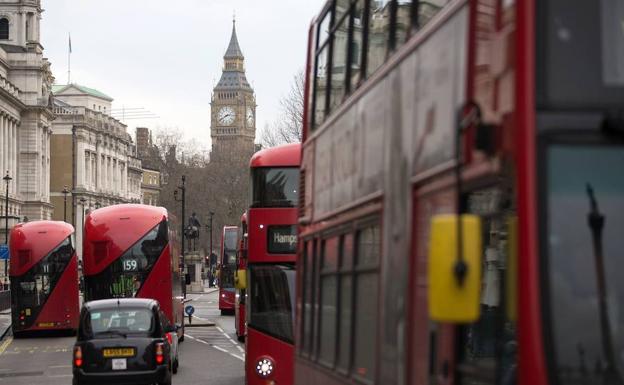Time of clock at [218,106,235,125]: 2:40
